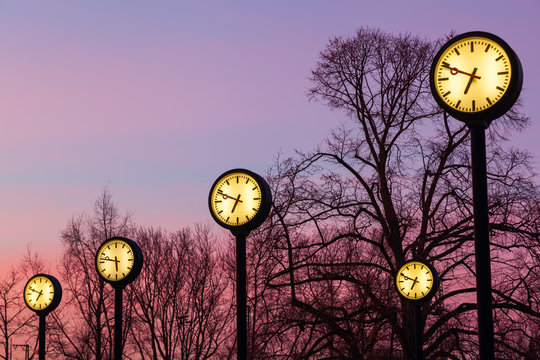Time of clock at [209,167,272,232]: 6:48
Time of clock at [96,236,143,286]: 5:47
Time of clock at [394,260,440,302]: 6:48
